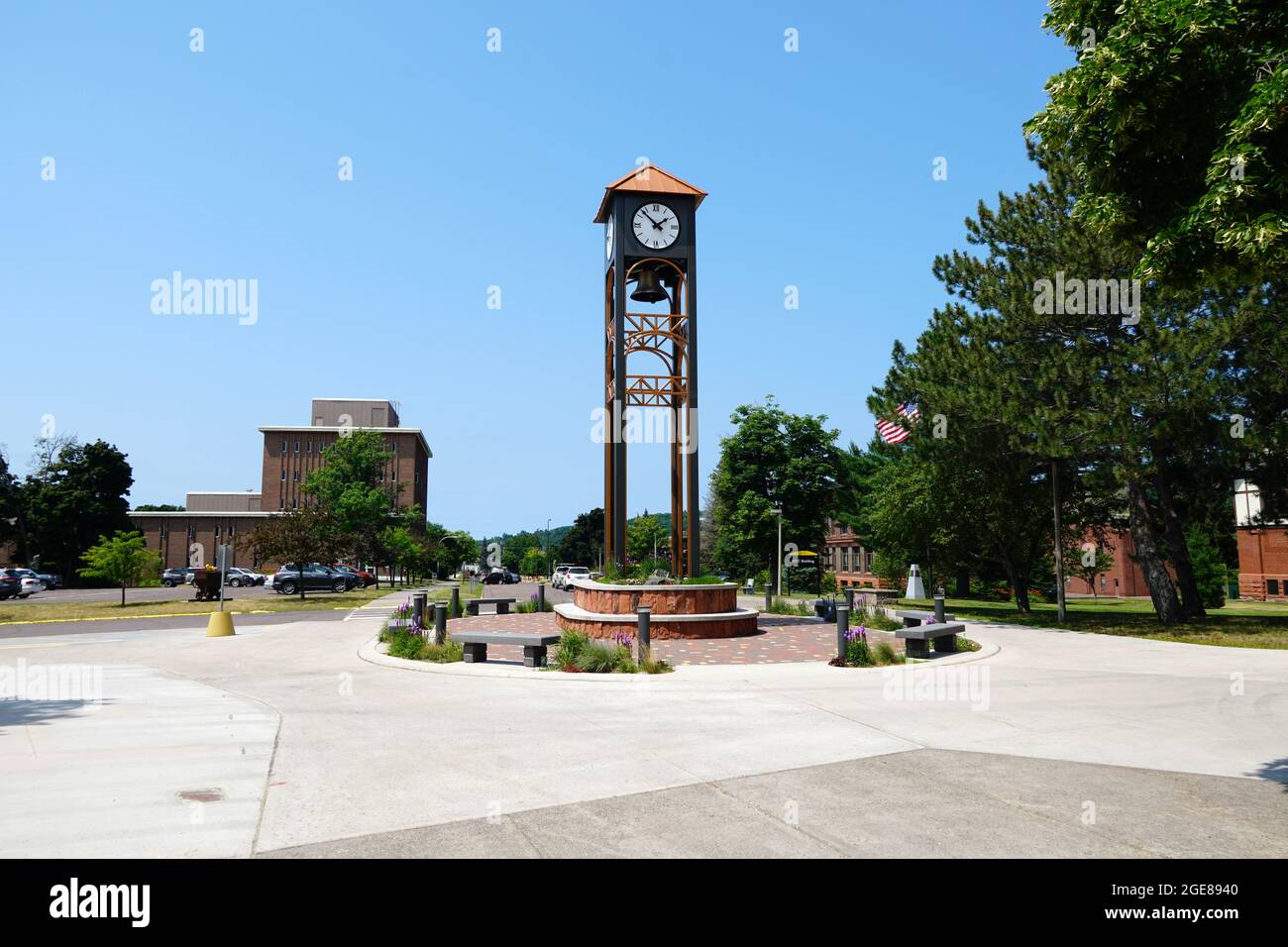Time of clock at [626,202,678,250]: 1:52
